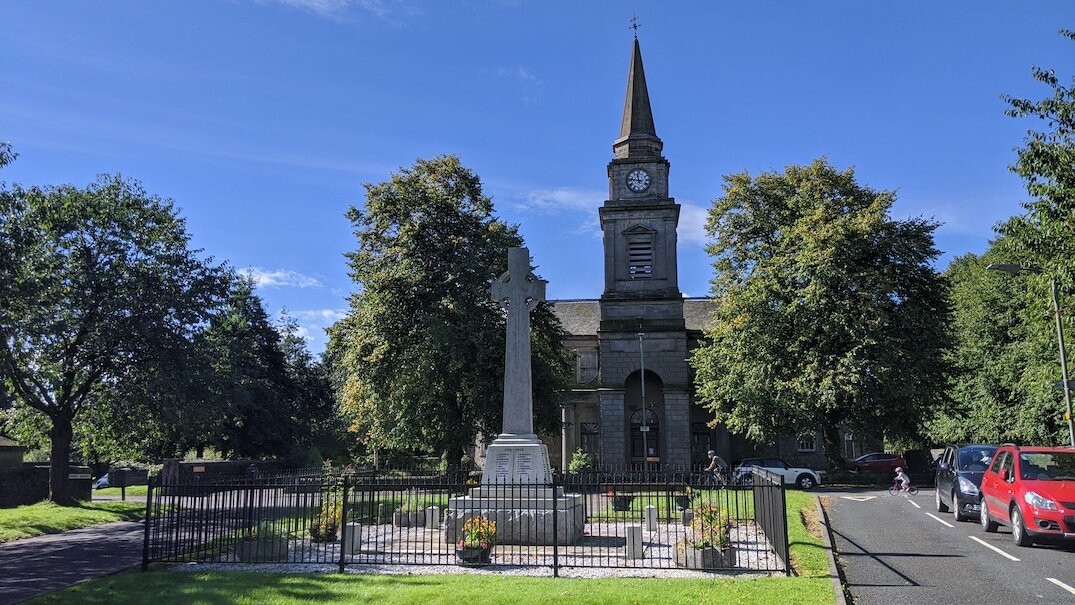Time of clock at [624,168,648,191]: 11:46
